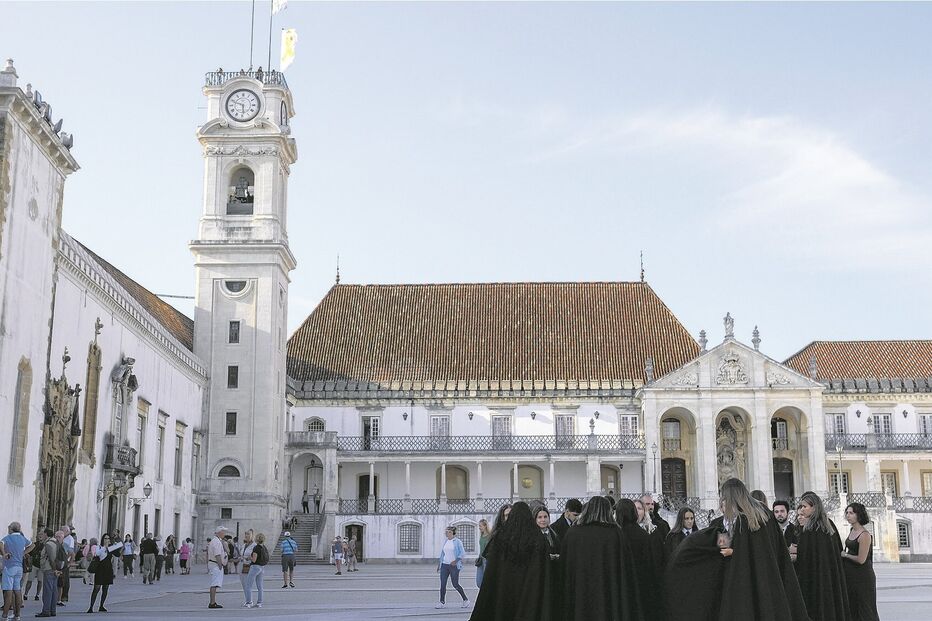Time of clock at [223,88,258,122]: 5:48
